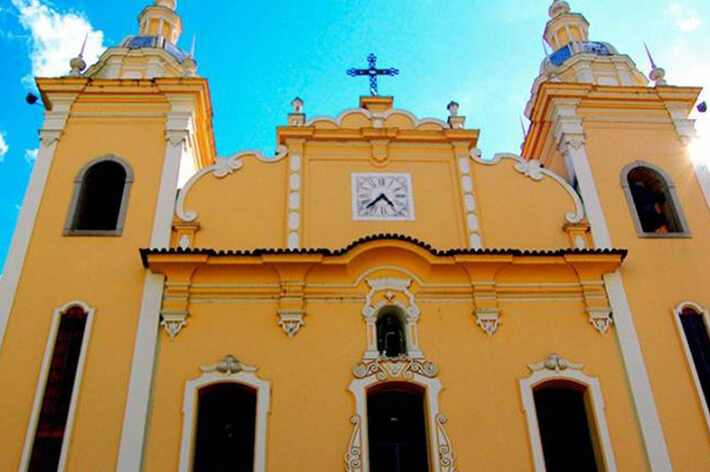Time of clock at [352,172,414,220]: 4:37
